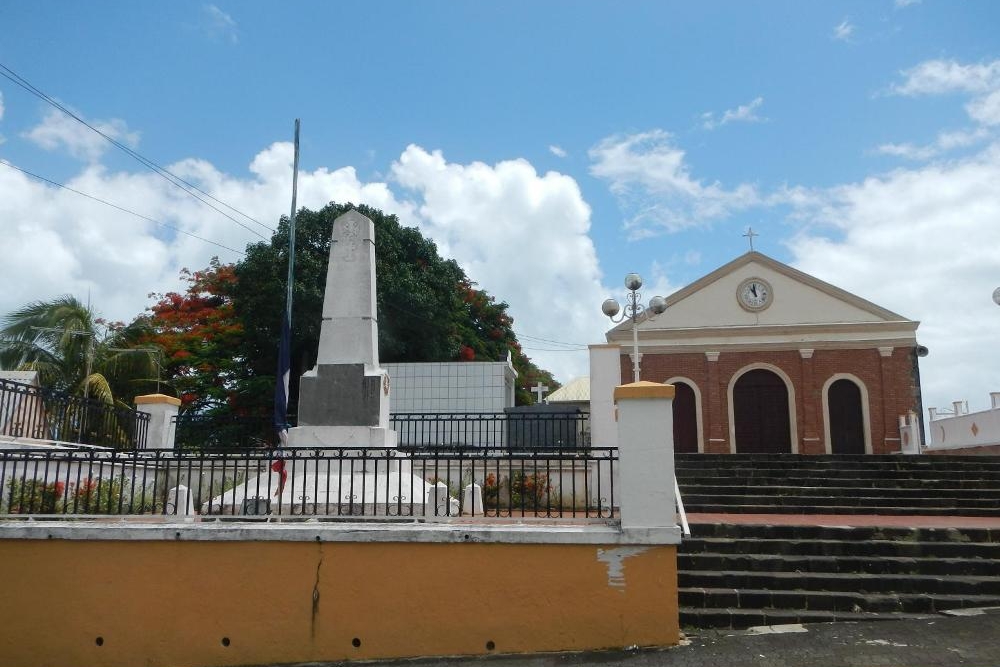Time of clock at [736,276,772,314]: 10:59
